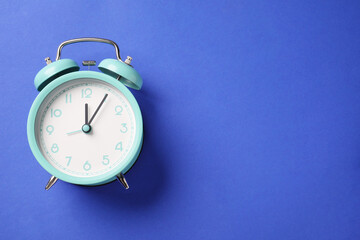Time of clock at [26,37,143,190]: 12:05
